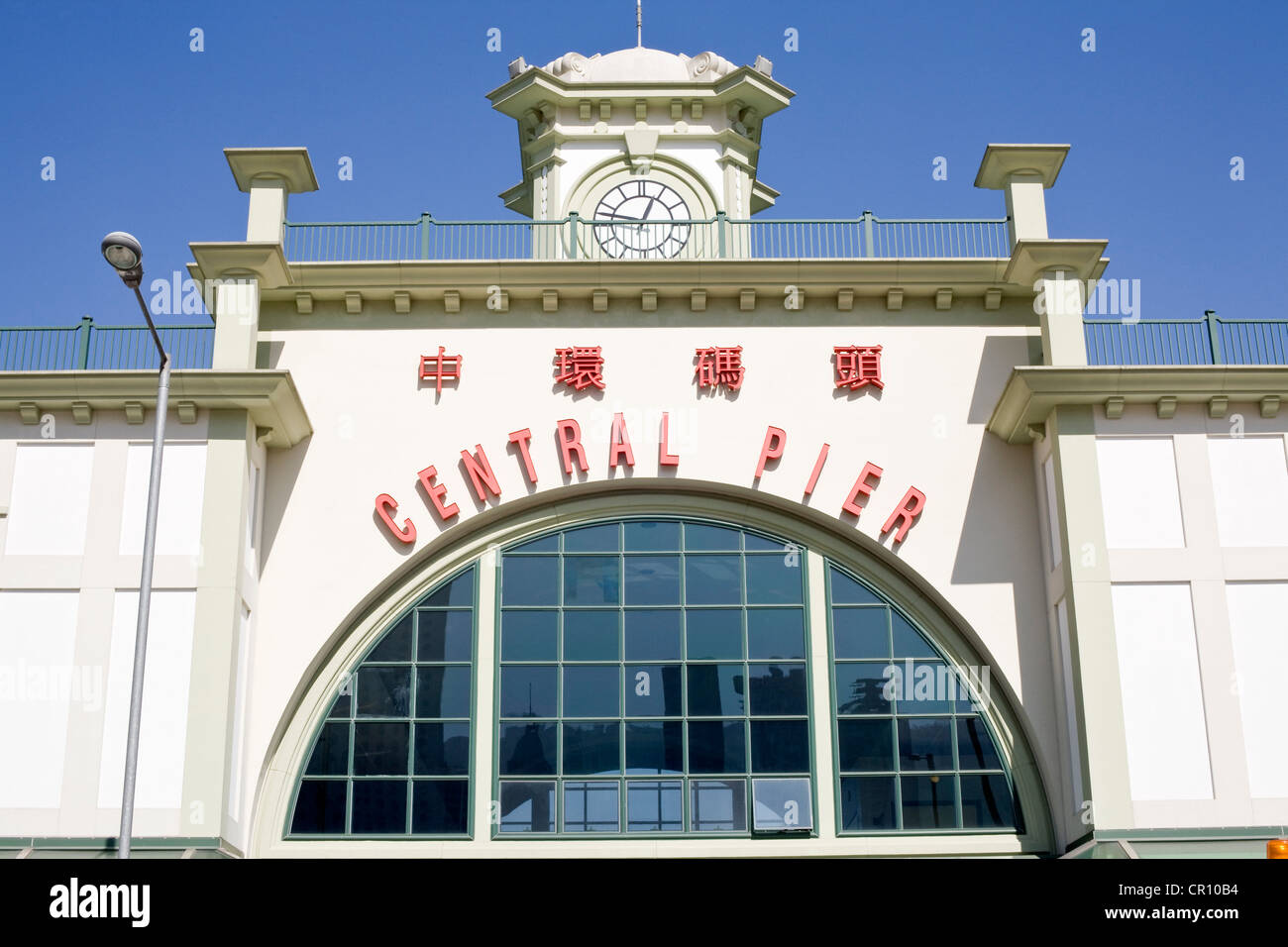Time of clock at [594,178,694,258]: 12:46
